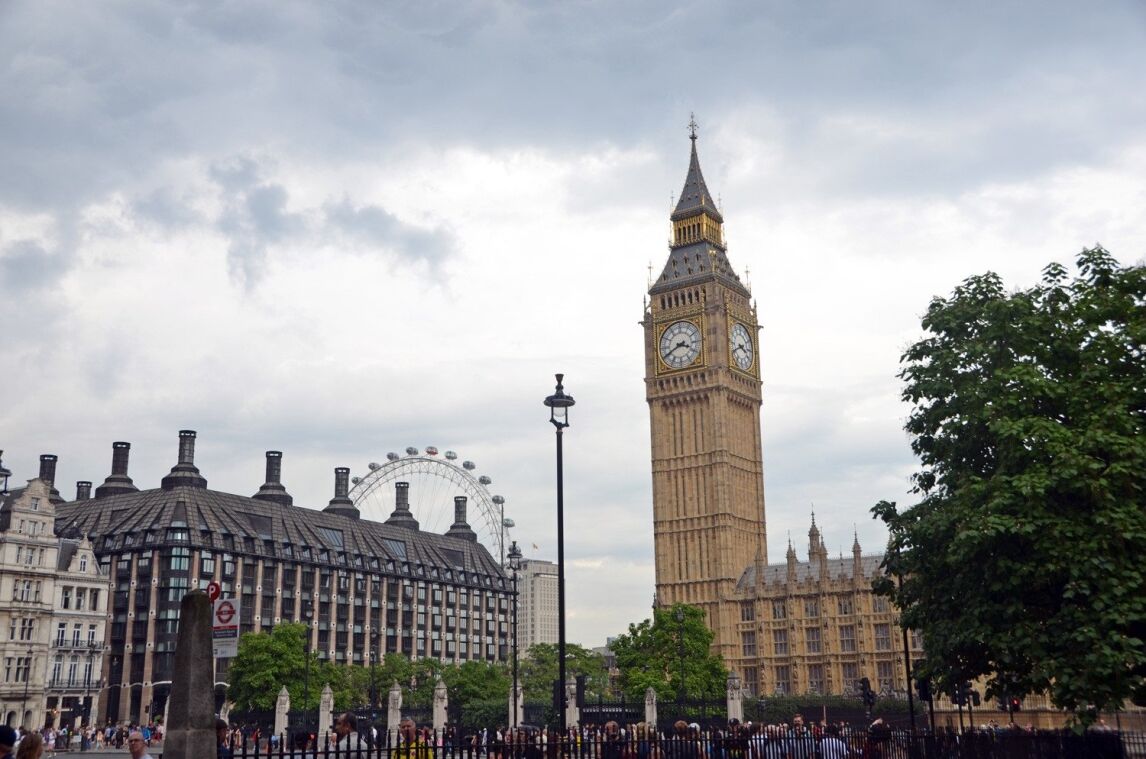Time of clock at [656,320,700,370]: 3:40
